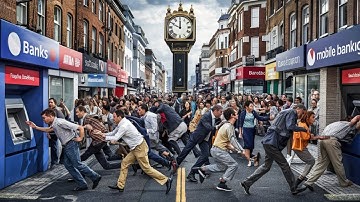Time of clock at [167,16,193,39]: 11:49
